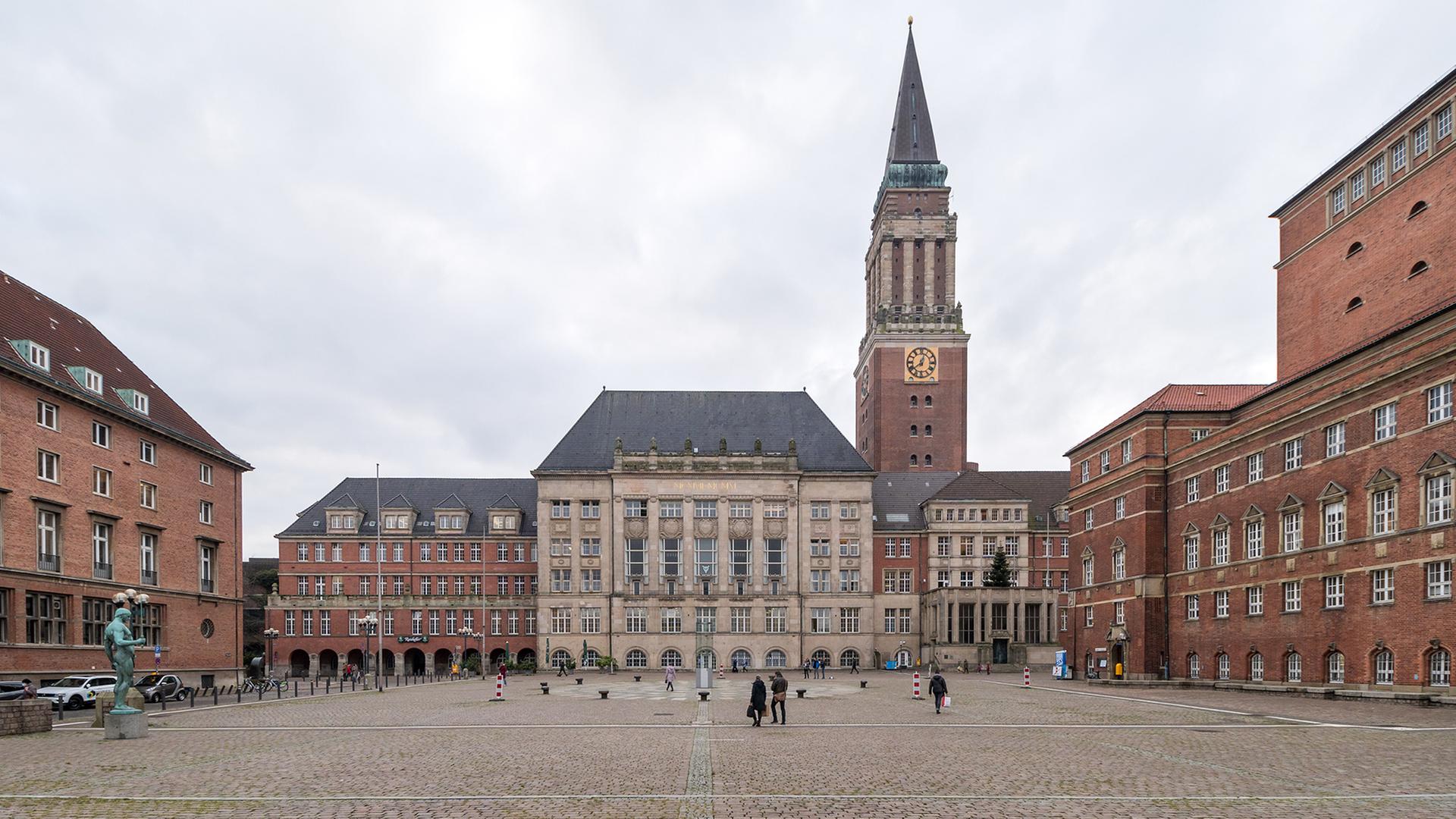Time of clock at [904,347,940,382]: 12:38
